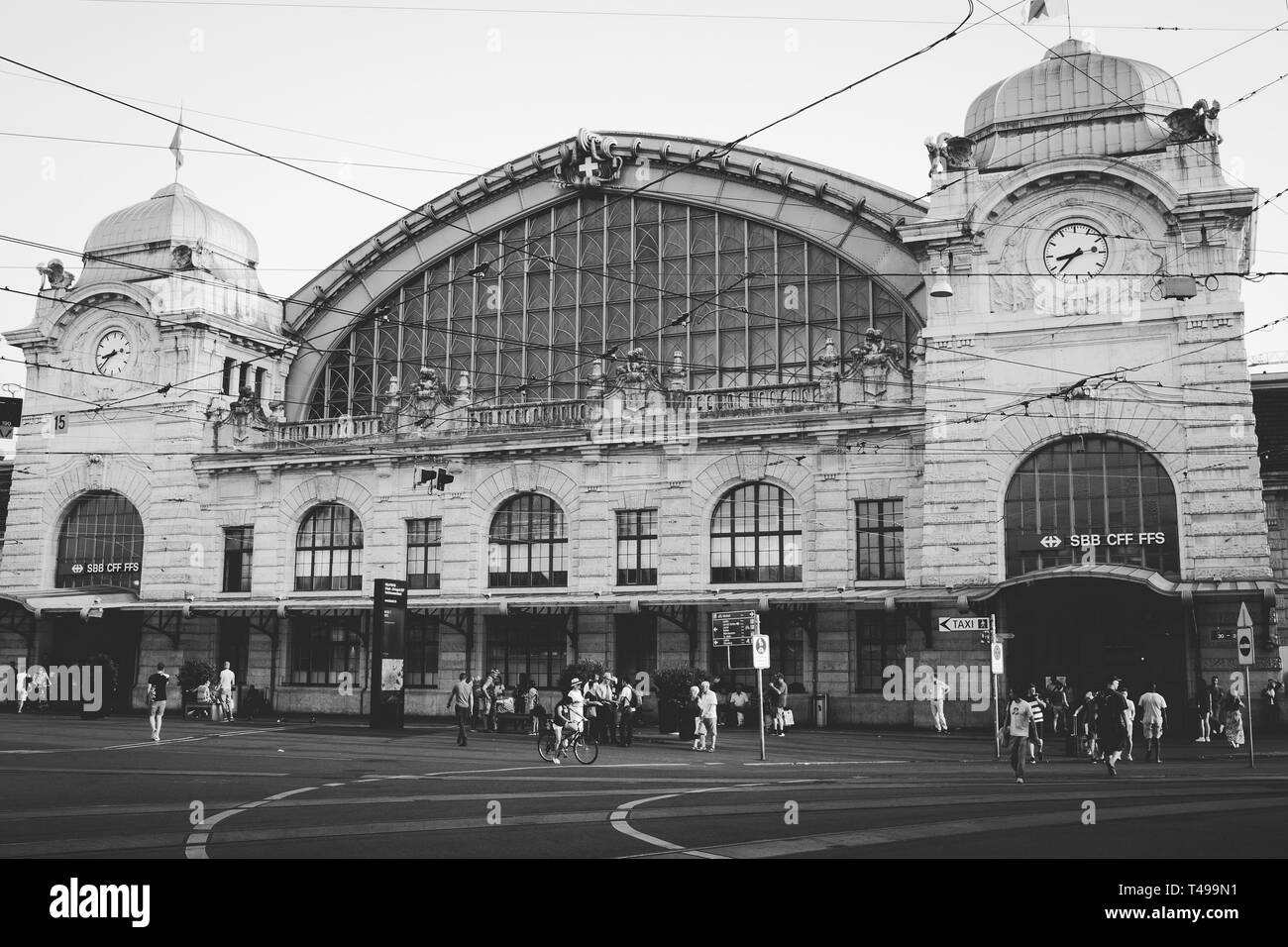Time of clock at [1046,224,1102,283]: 8:37
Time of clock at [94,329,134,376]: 8:38
